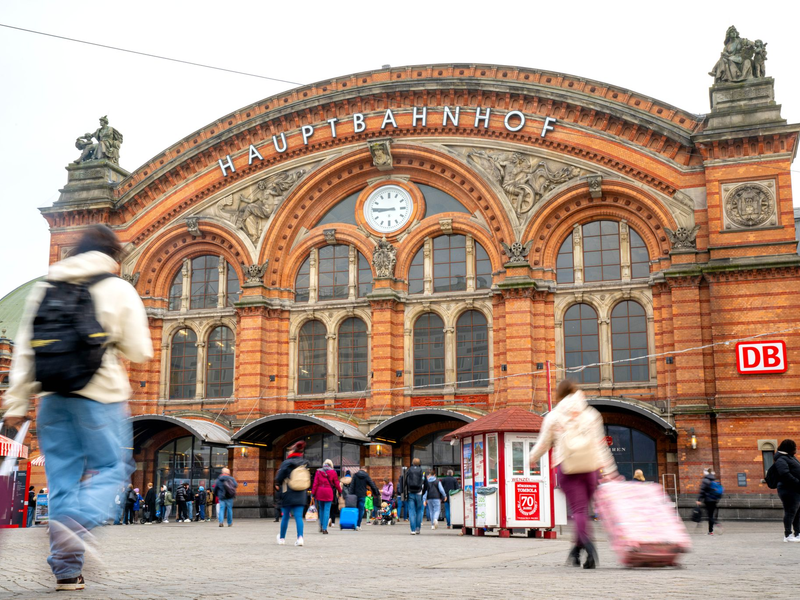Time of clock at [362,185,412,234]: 8:45
